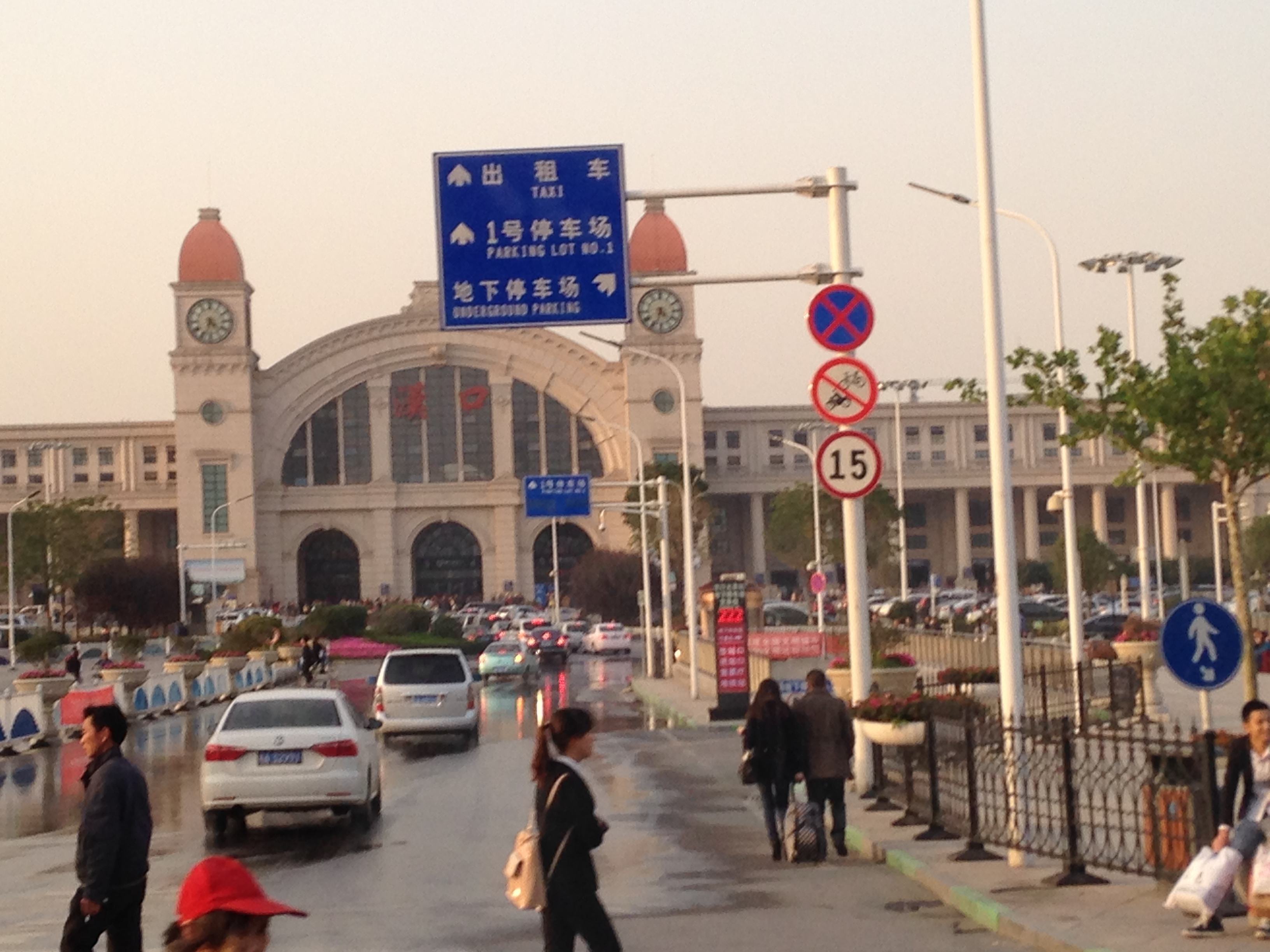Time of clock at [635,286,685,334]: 4:33
